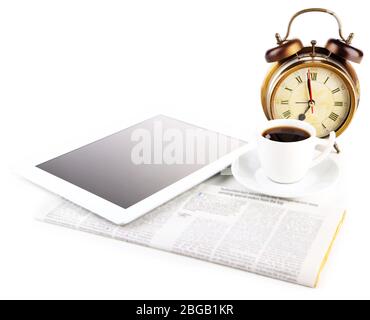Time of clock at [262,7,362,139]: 6:58
